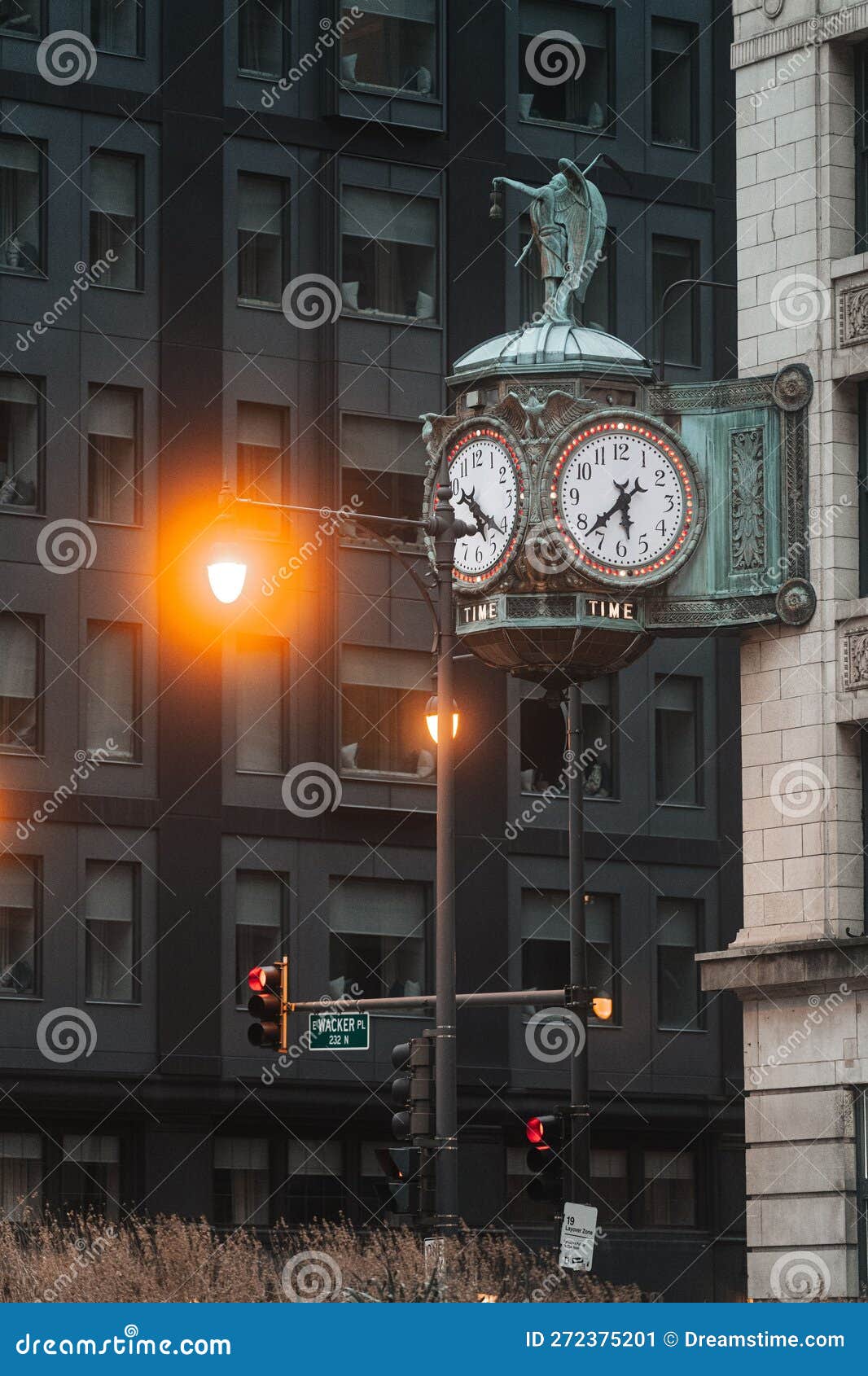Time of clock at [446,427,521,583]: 5:21
